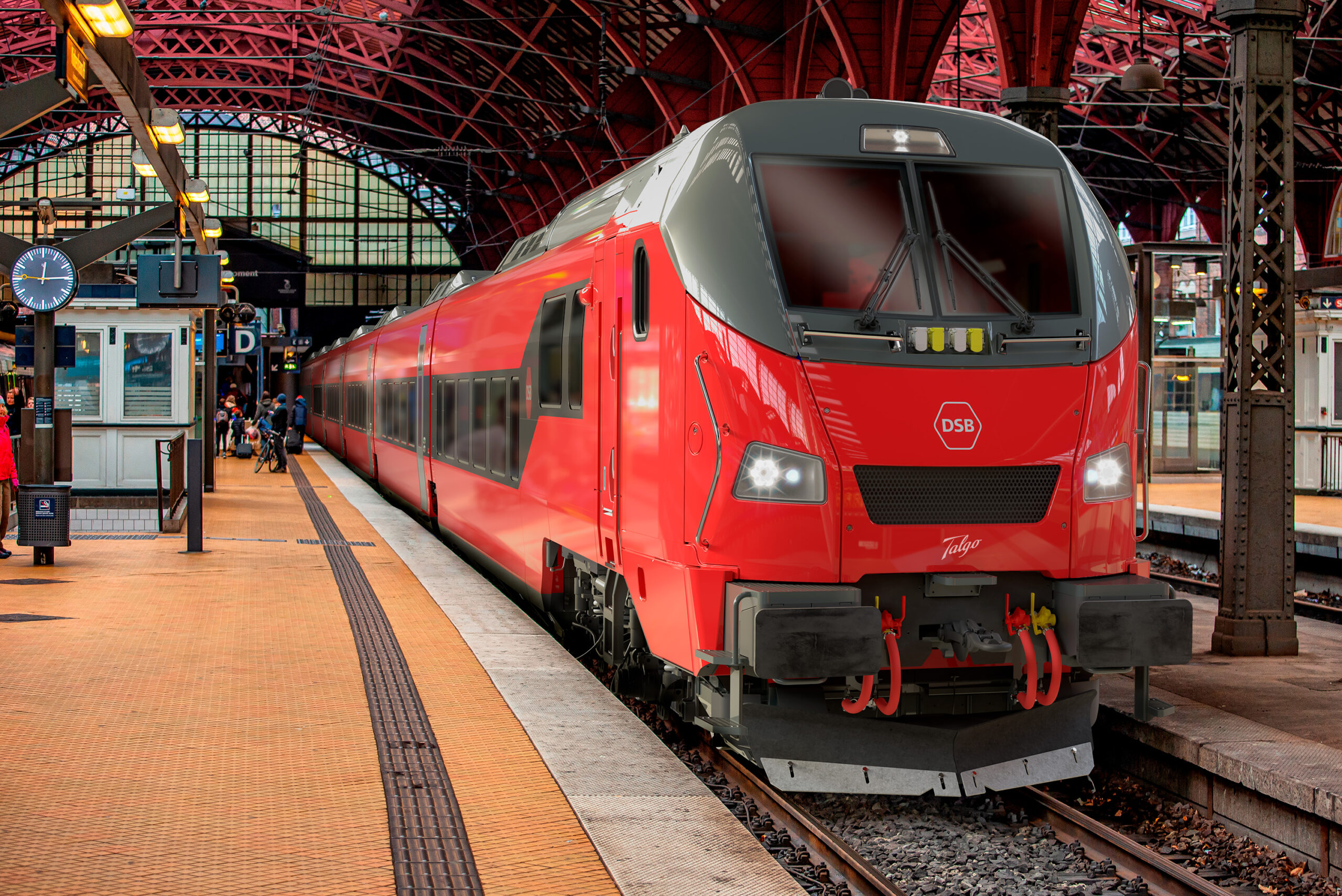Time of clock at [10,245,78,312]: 12:14
